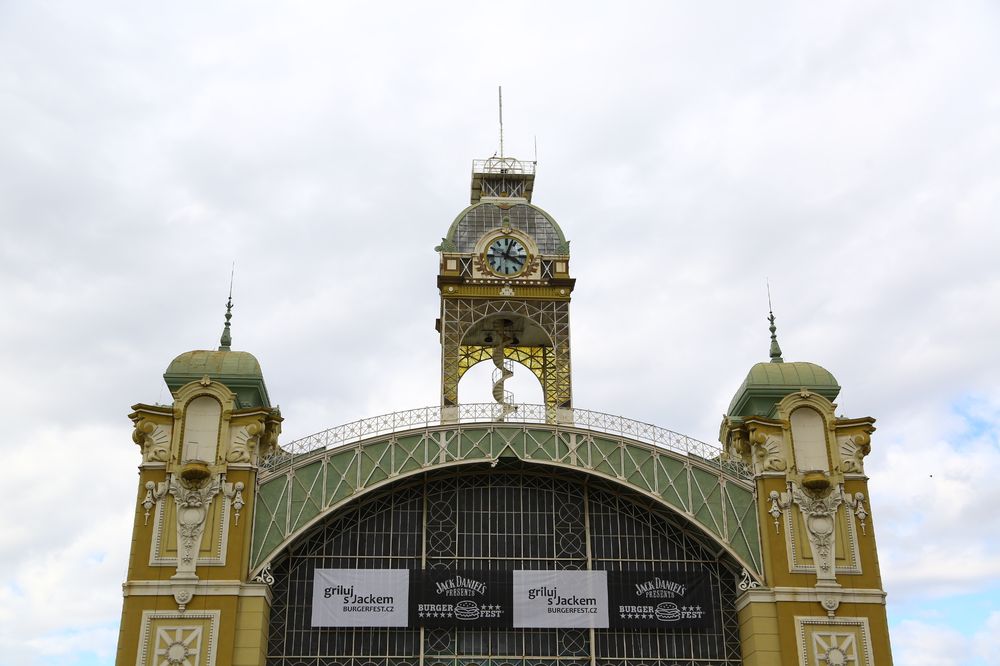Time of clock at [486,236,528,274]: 4:03
